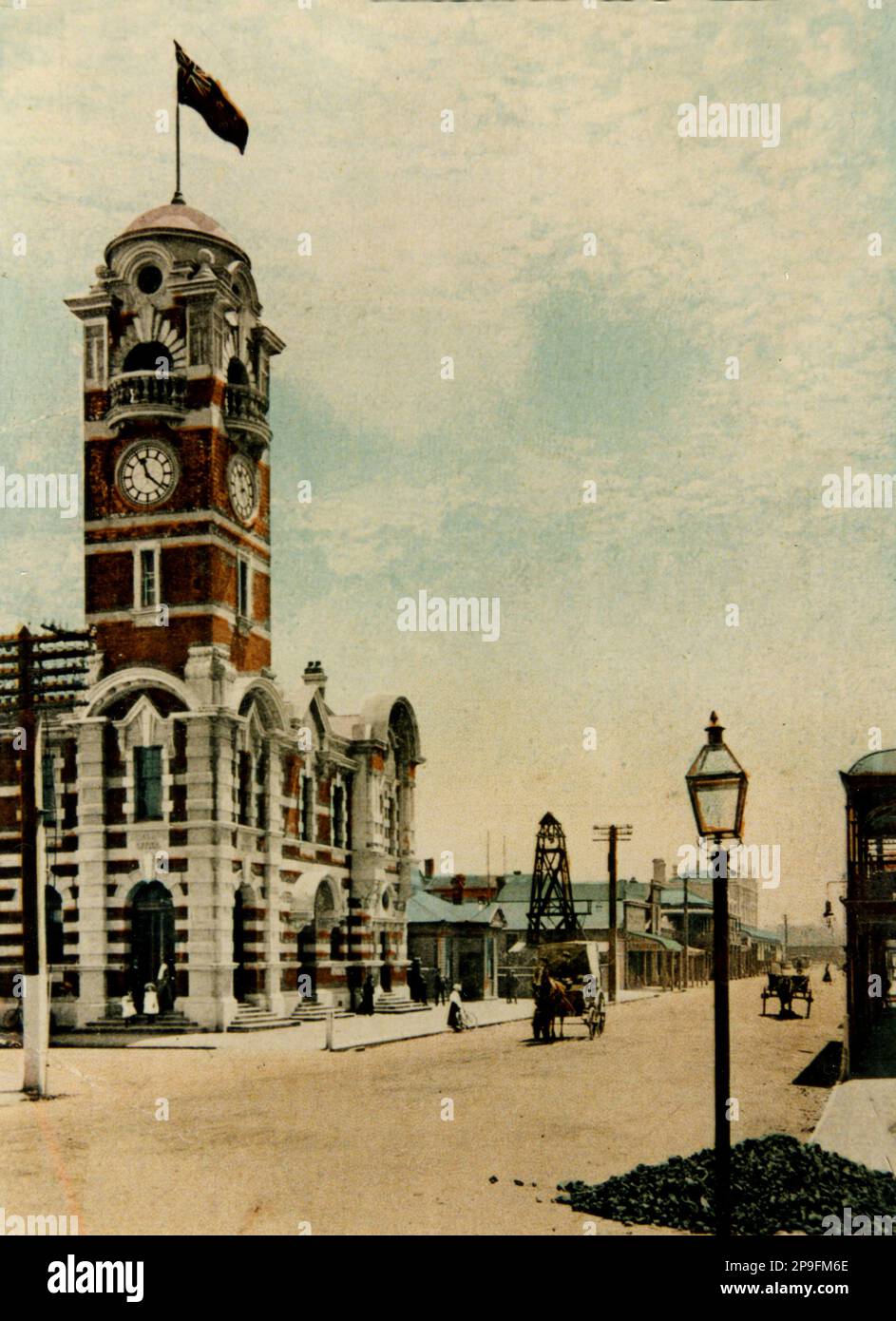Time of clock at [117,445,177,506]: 11:21
